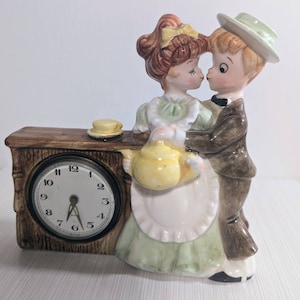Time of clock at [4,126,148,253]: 6:27
